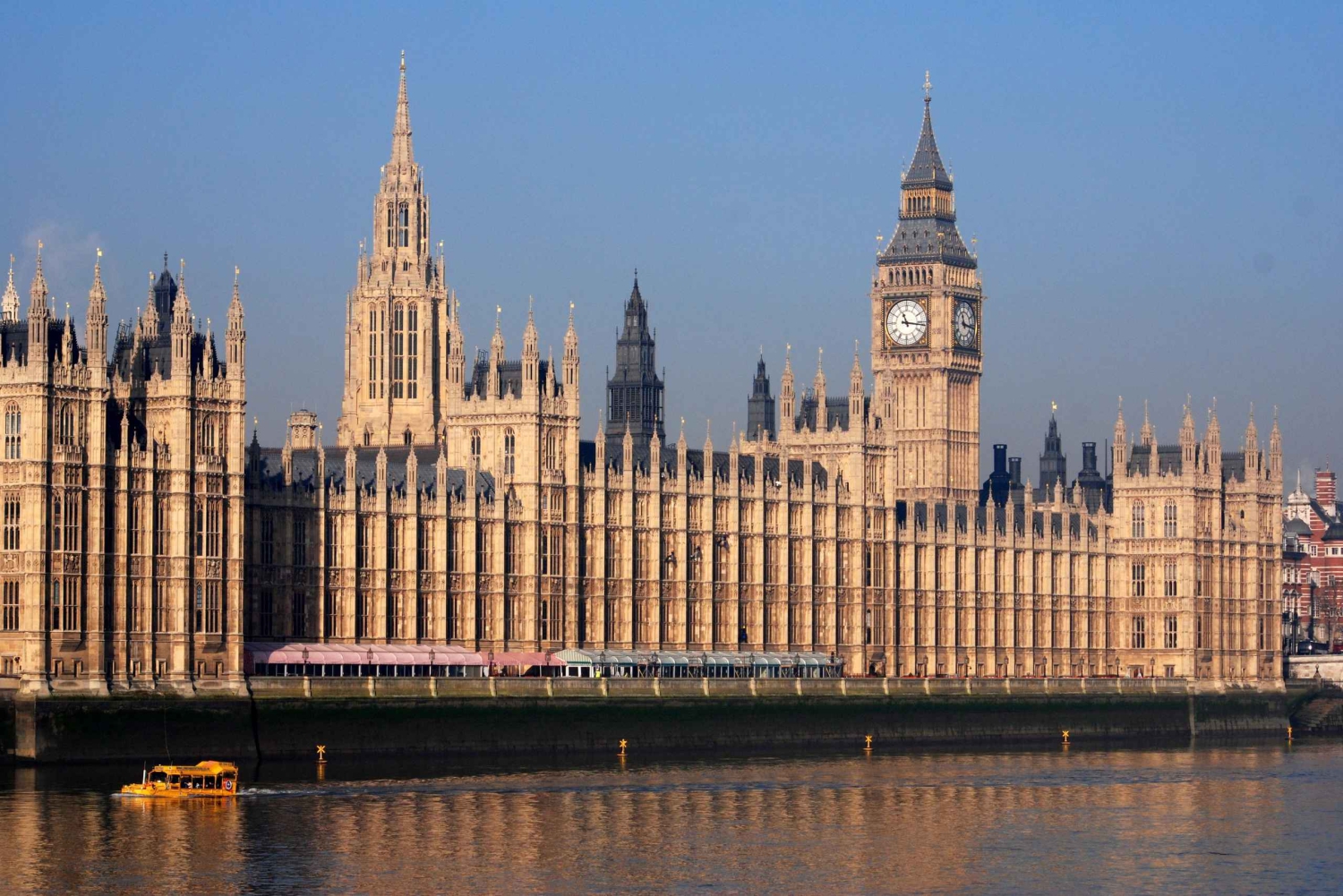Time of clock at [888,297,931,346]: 11:16
